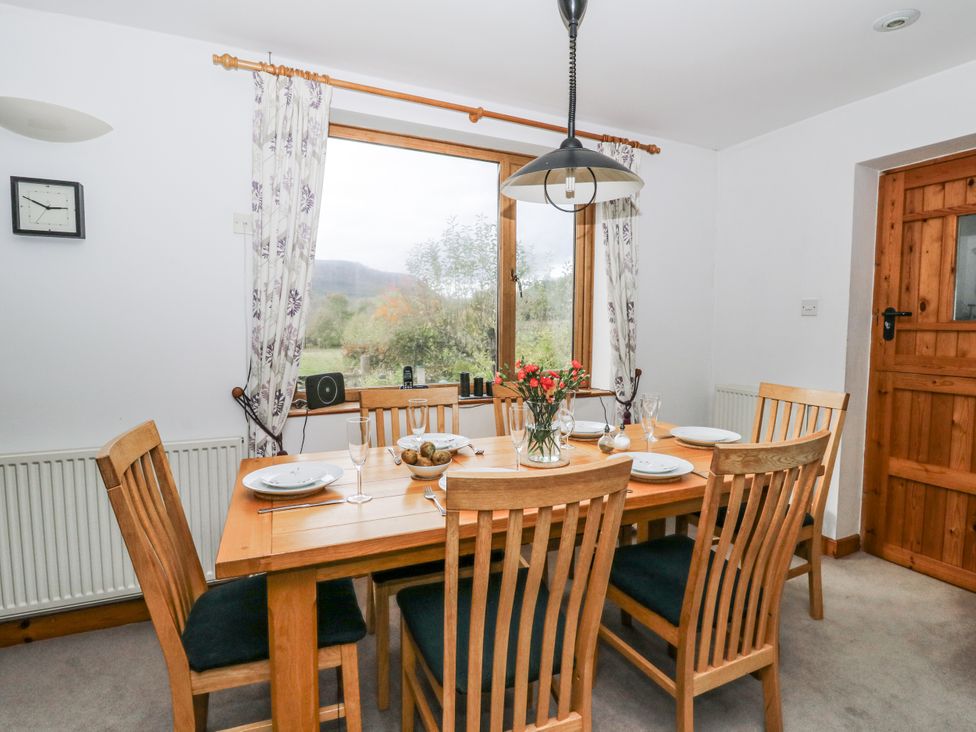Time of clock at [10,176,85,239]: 2:49
